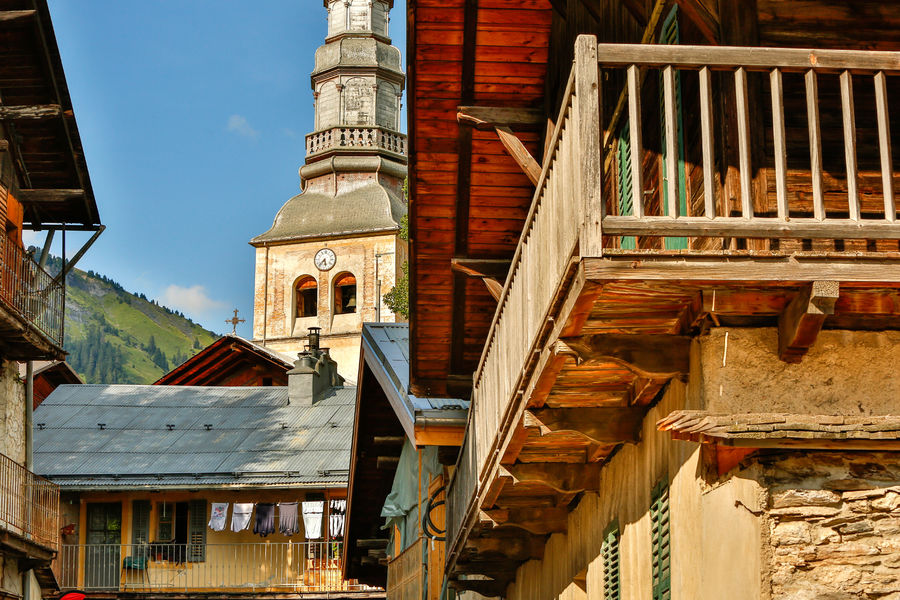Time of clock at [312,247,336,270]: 5:36
